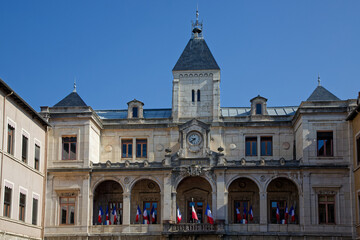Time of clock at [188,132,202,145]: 9:38
